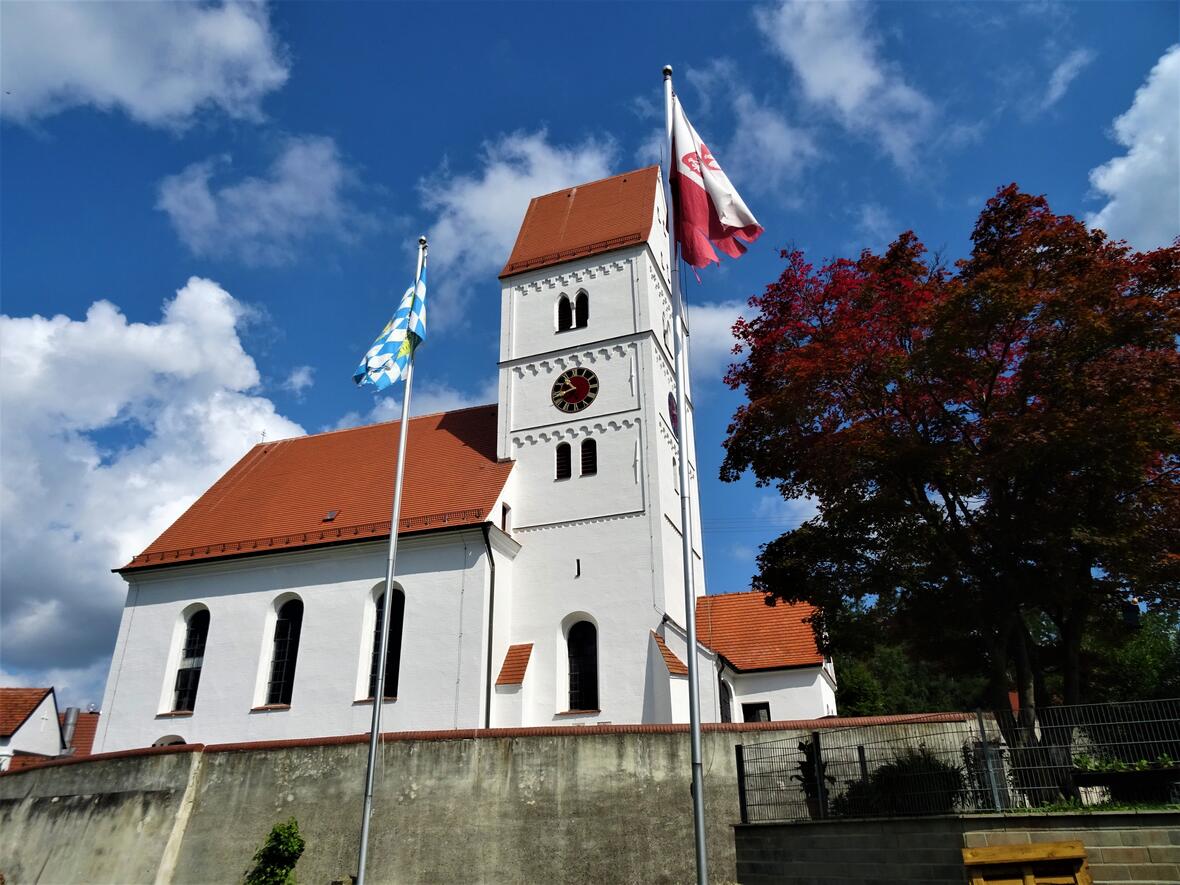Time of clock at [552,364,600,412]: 10:41
